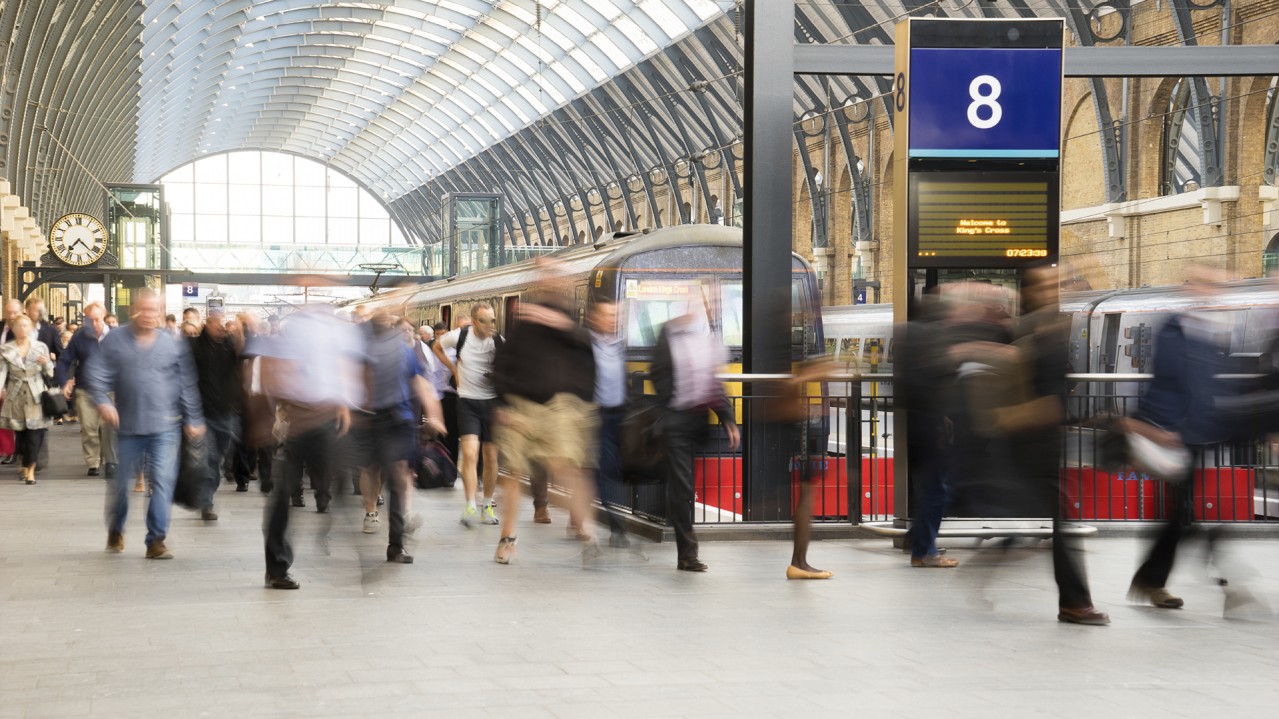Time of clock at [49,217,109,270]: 7:22
